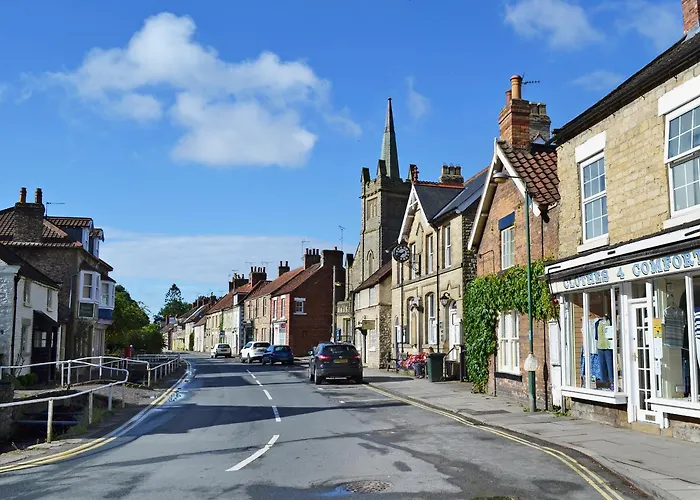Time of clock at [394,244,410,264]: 8:38
